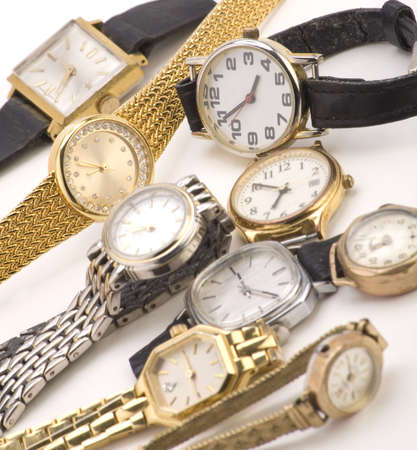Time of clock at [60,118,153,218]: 8:47
